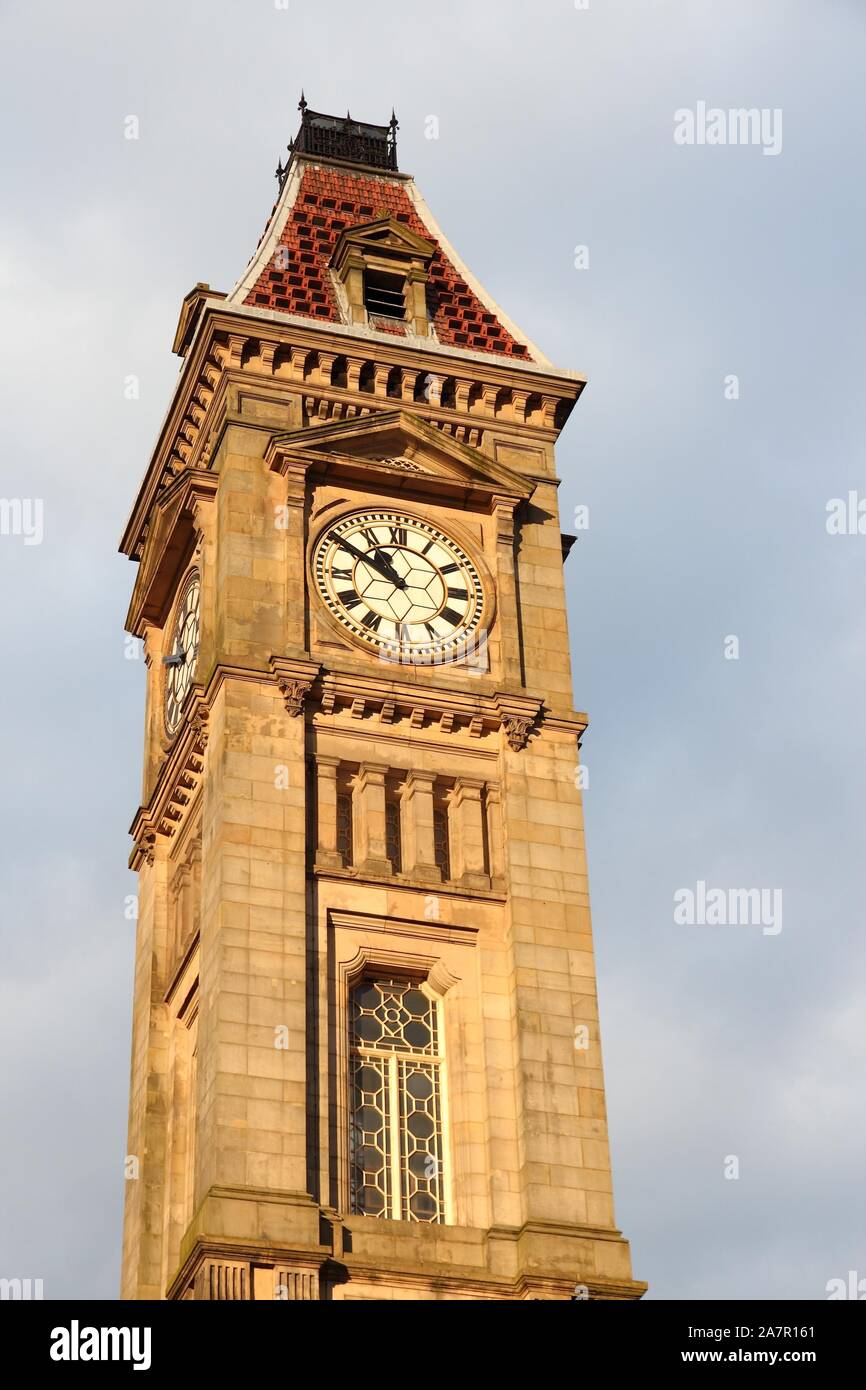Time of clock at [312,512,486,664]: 10:50
